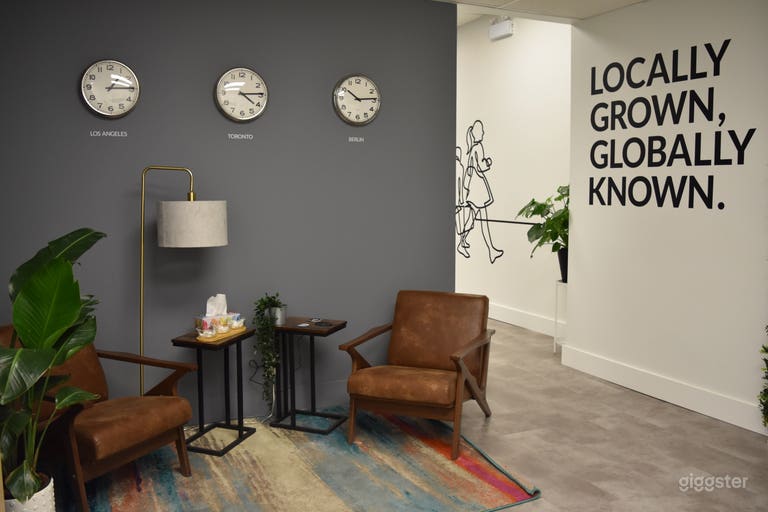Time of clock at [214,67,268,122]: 4:14
